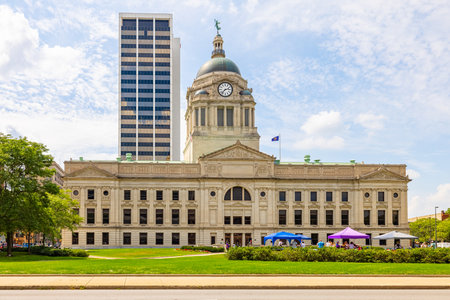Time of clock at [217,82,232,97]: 2:37
